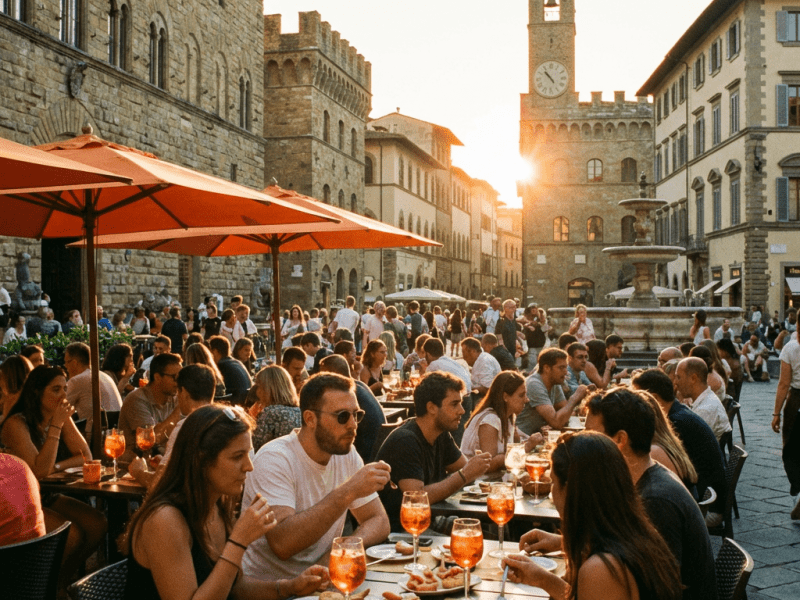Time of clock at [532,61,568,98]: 10:53
